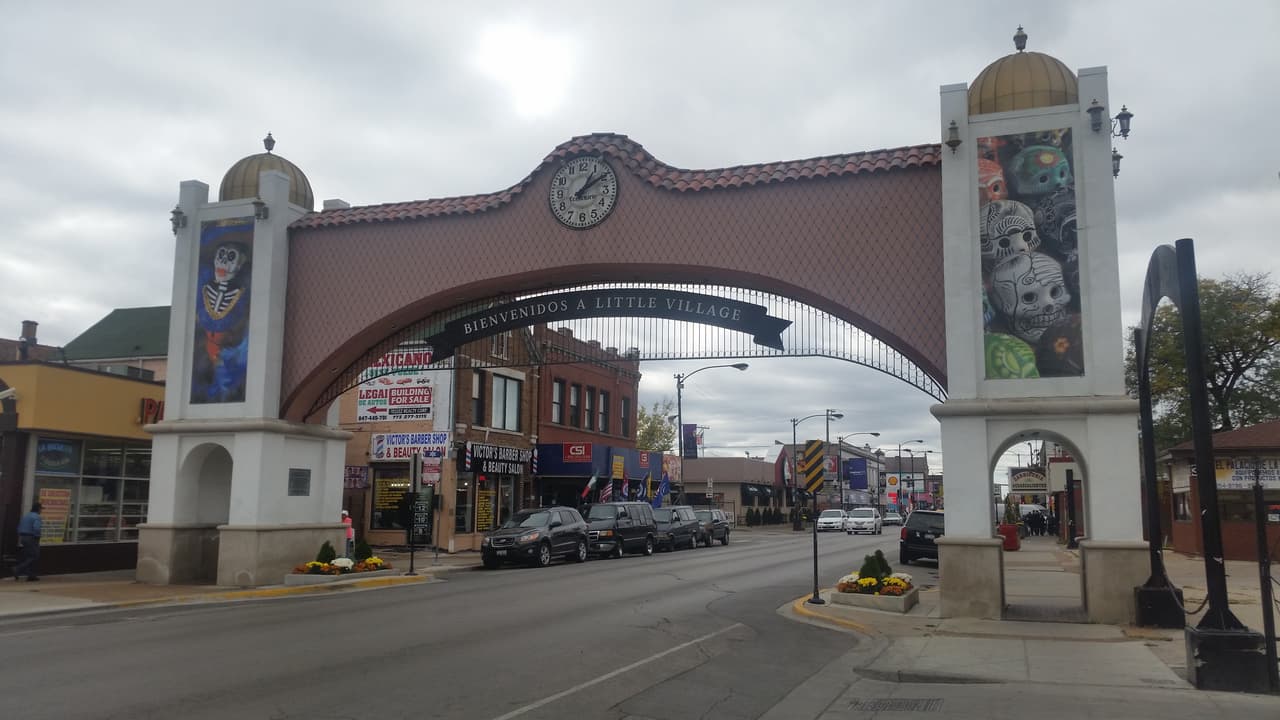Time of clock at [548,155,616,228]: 1:09
